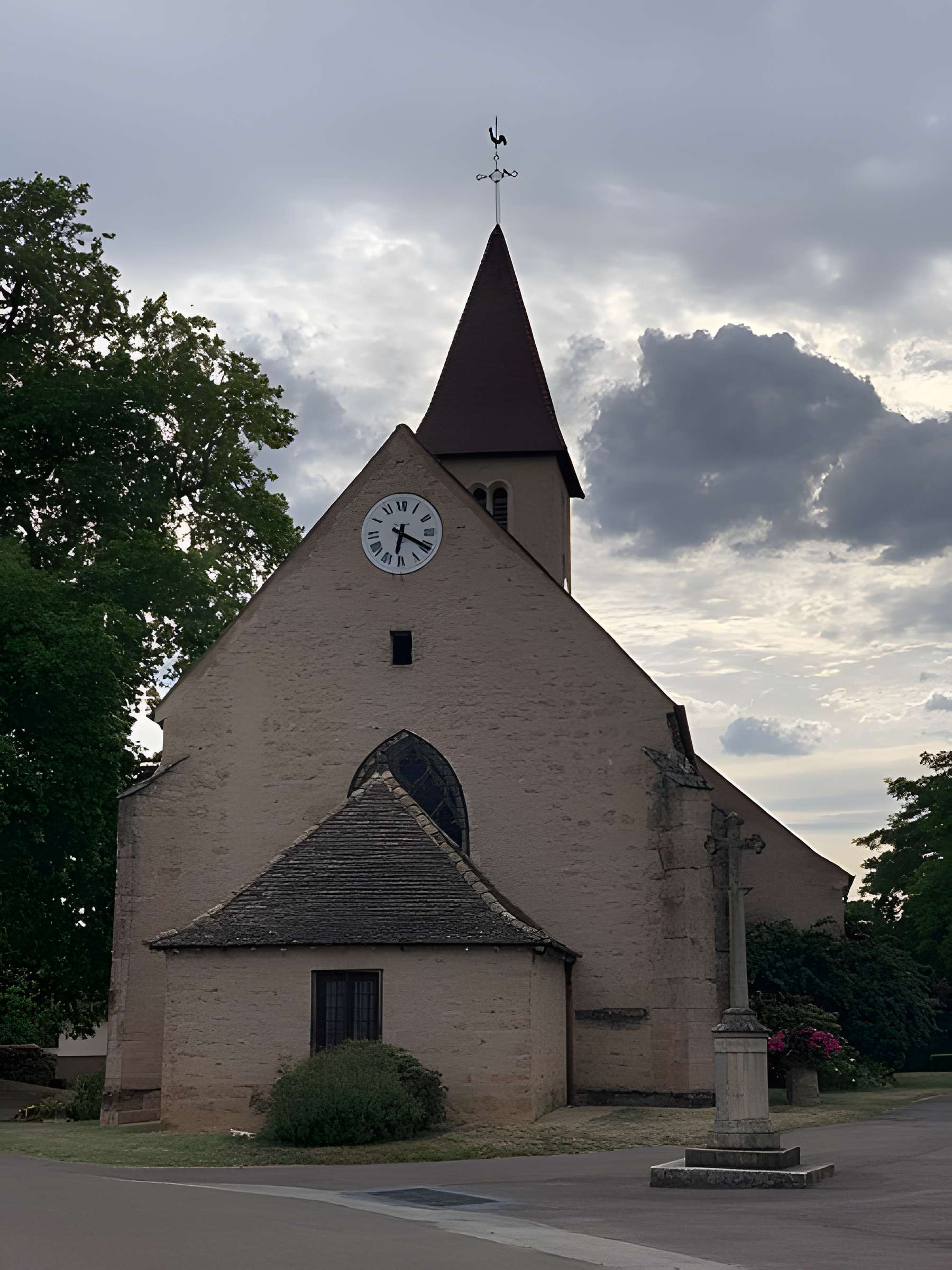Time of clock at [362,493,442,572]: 6:19
